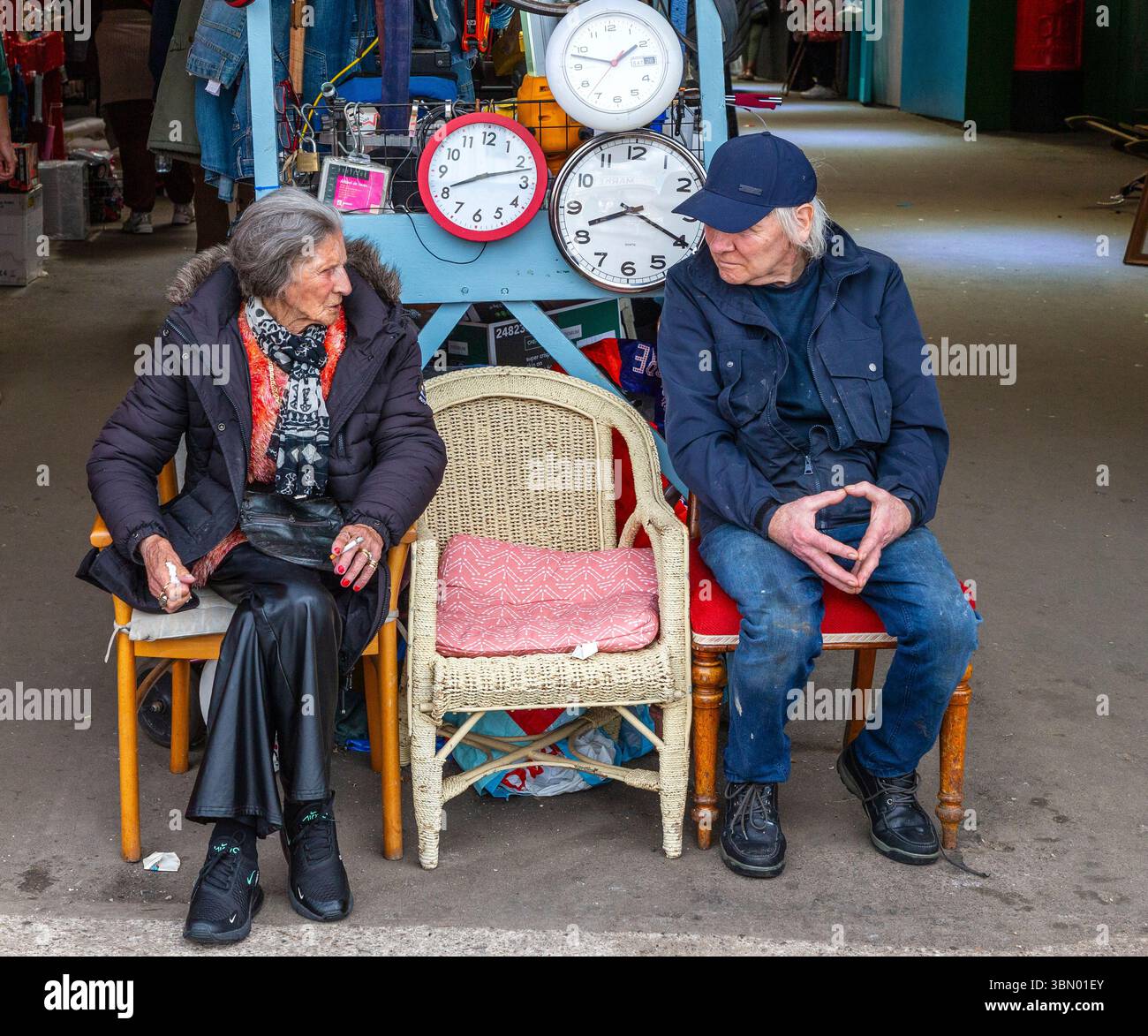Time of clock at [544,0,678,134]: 1:47
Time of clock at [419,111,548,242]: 8:12
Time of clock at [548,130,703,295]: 8:19
